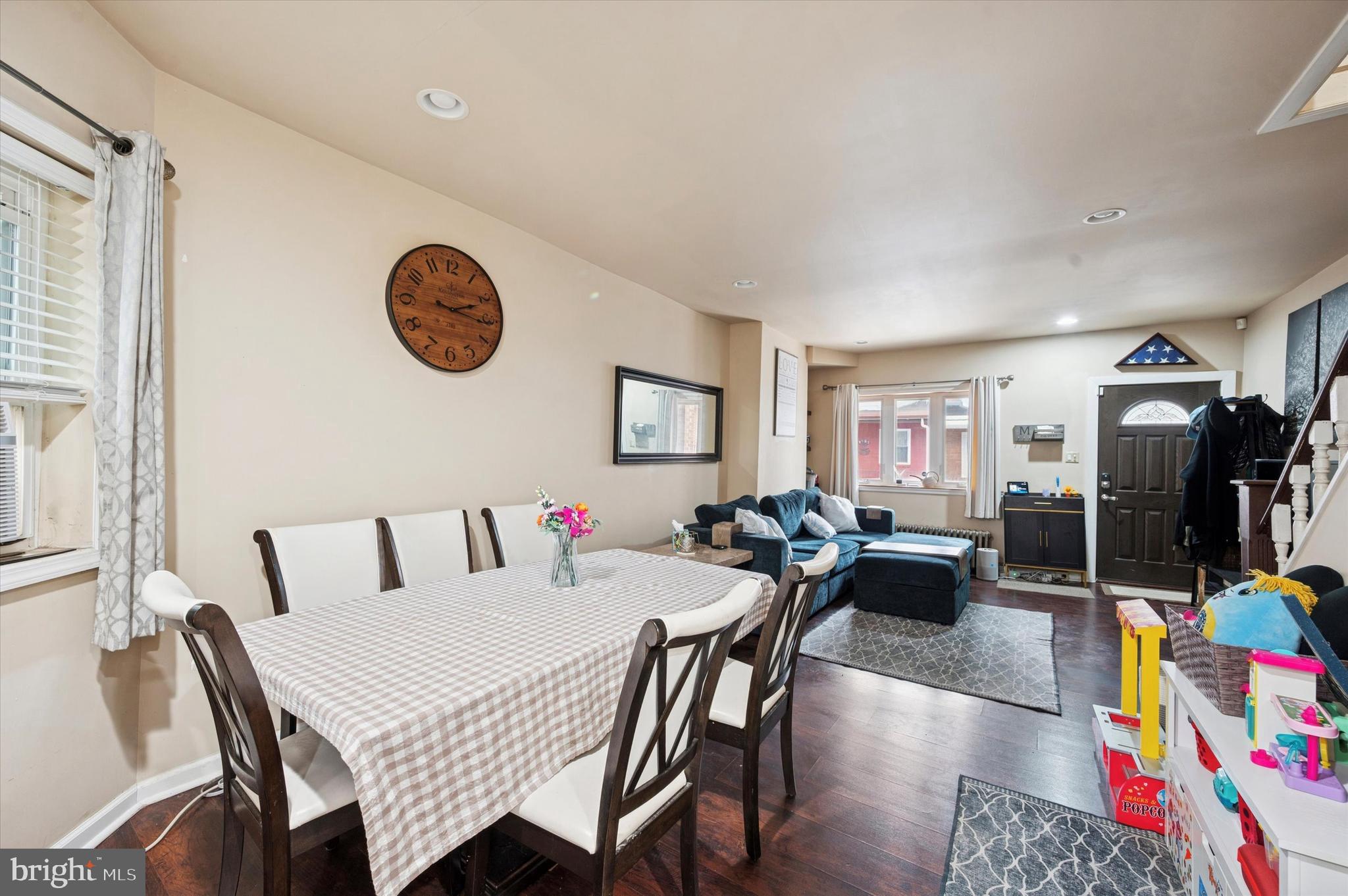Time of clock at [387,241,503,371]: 2:16
